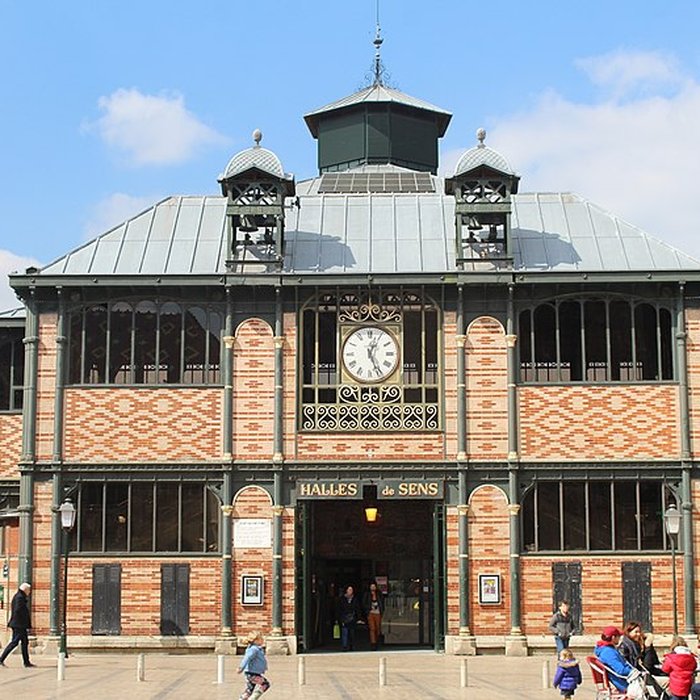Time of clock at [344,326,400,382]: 12:26
